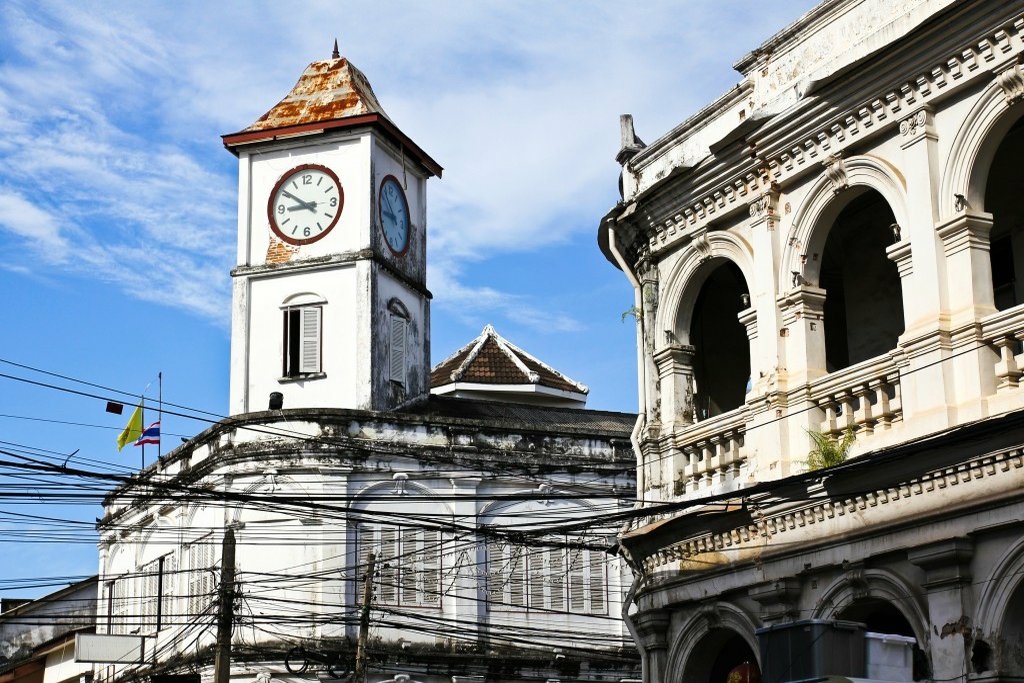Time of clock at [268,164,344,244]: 8:50
